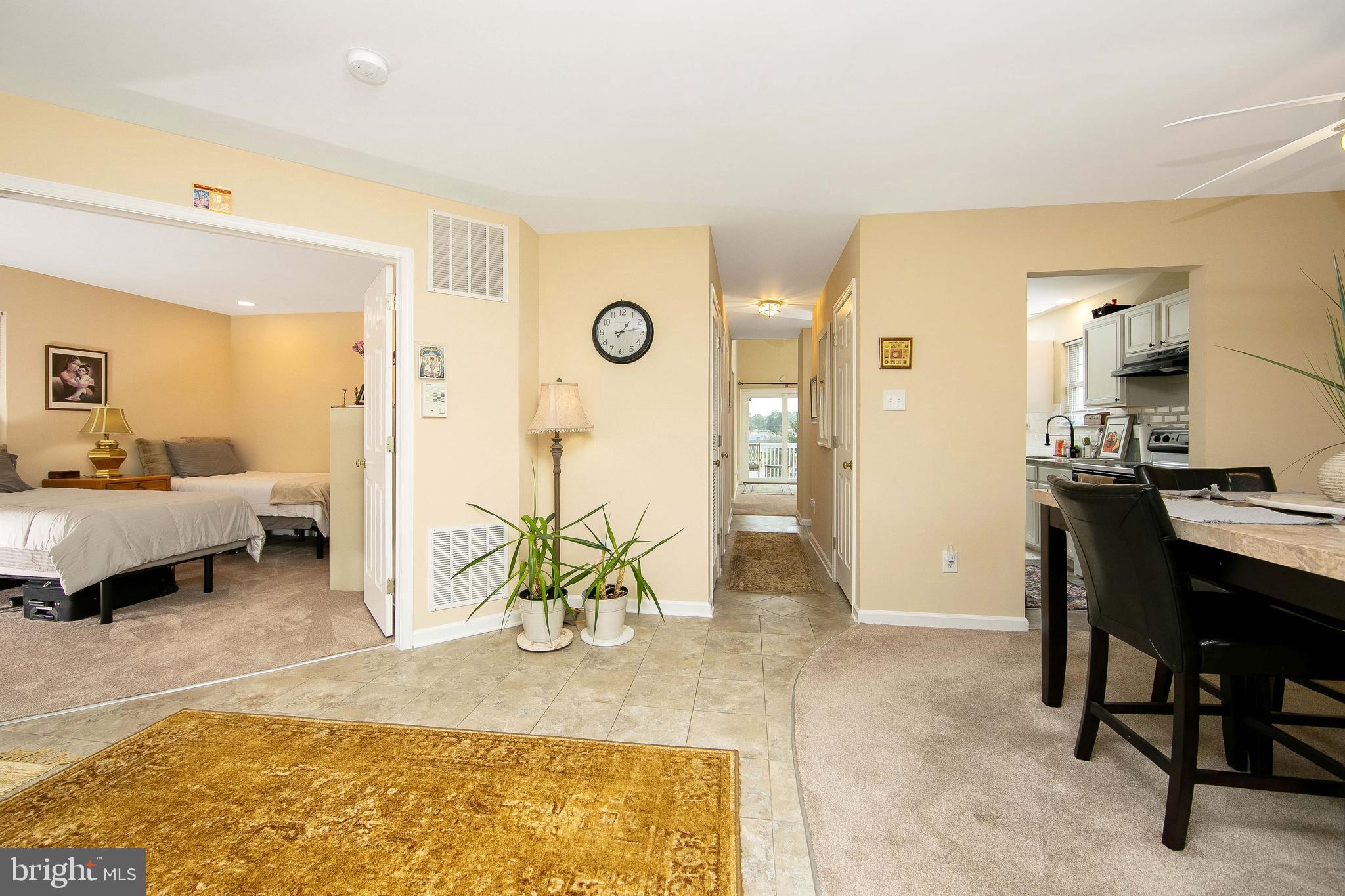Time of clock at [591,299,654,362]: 1:12
